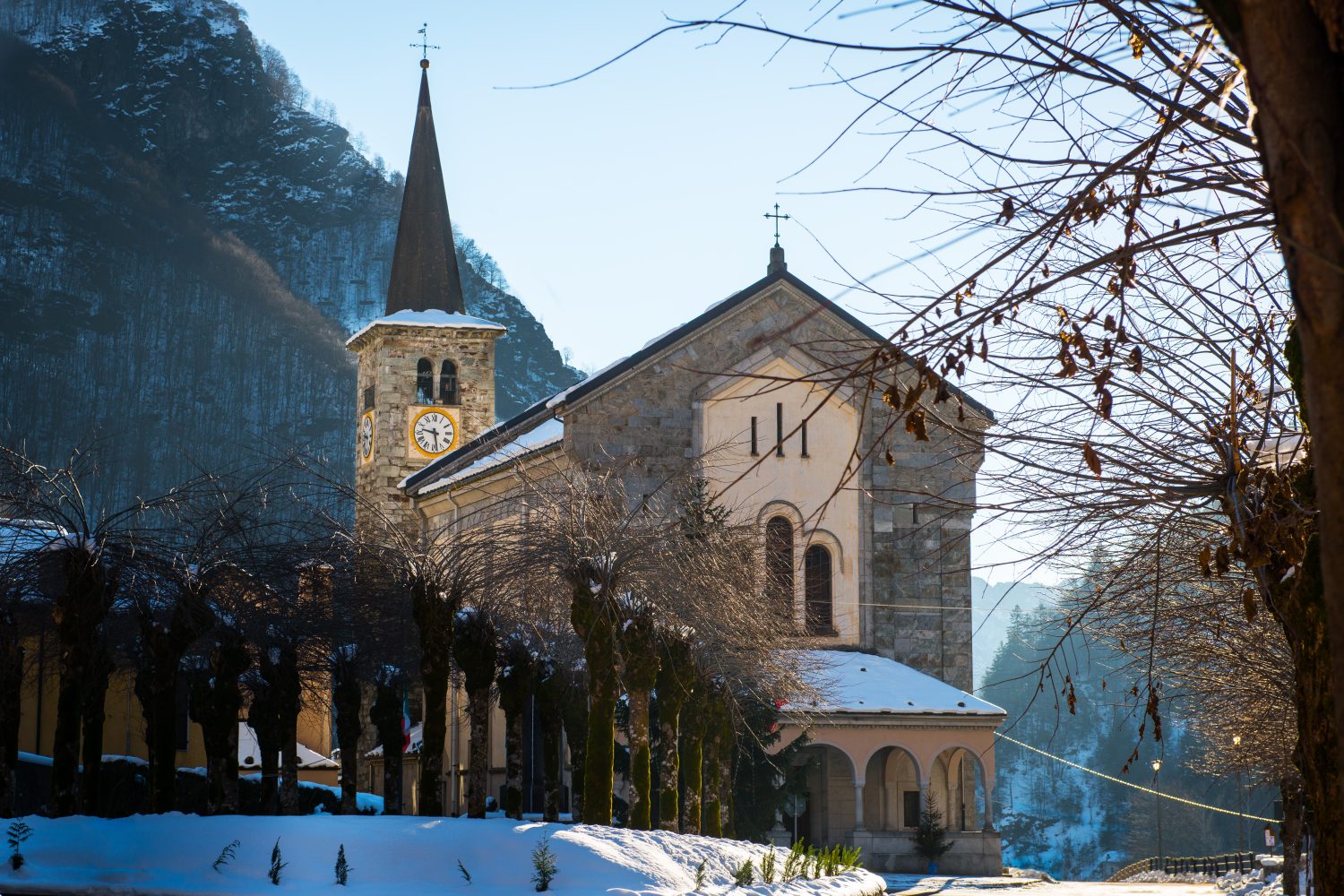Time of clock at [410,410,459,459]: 9:28
